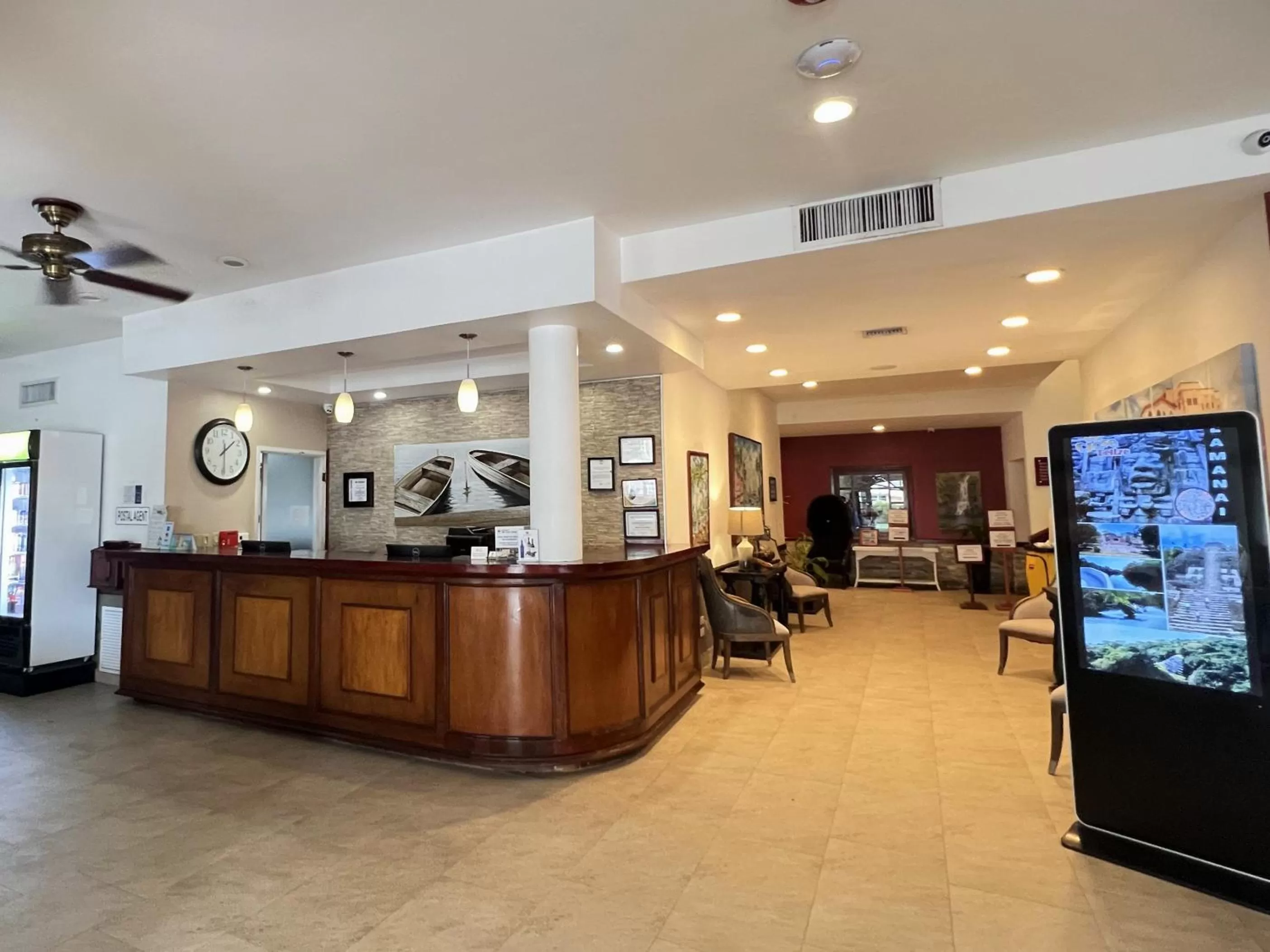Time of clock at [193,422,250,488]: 12:08
